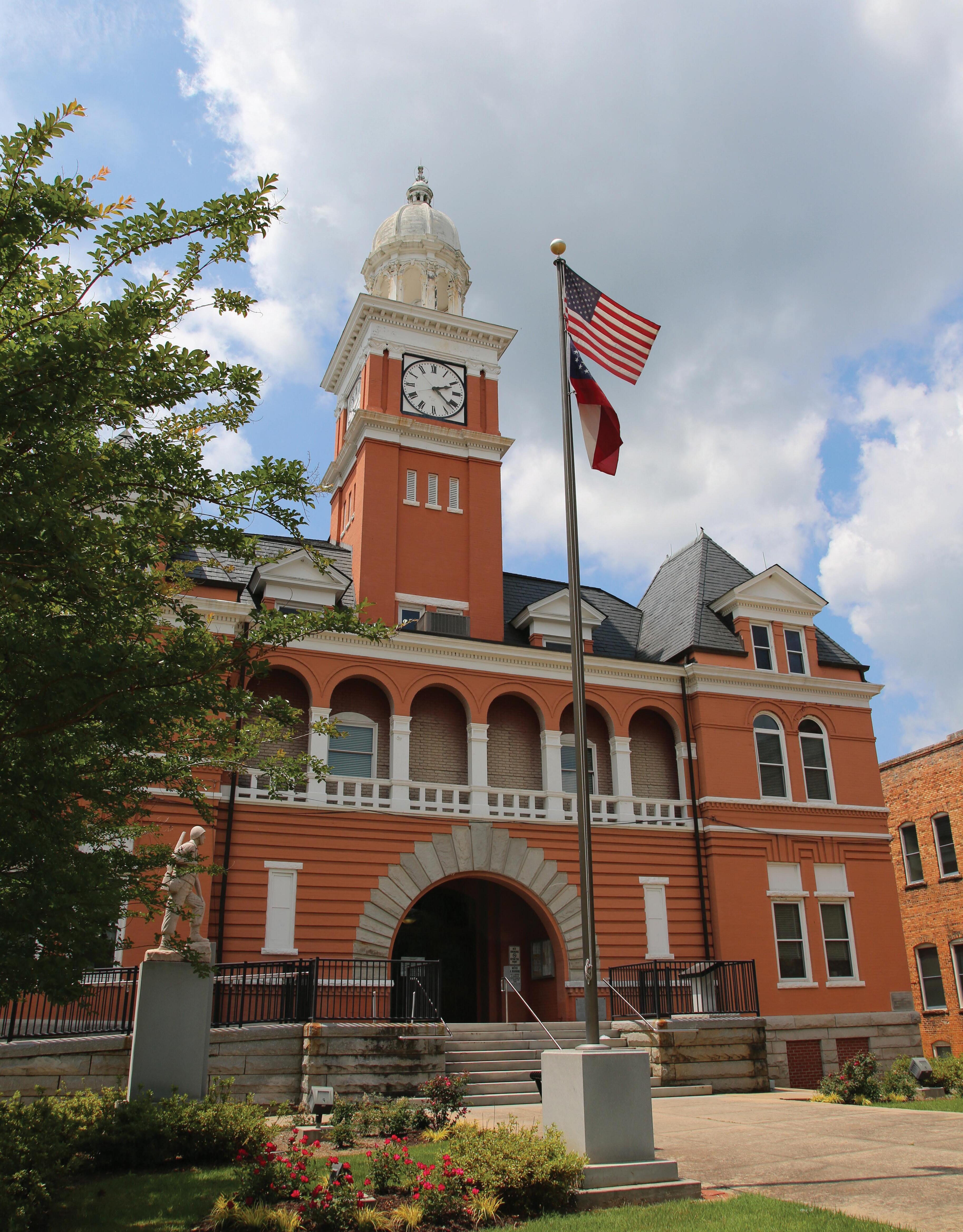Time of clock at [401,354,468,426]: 2:21
